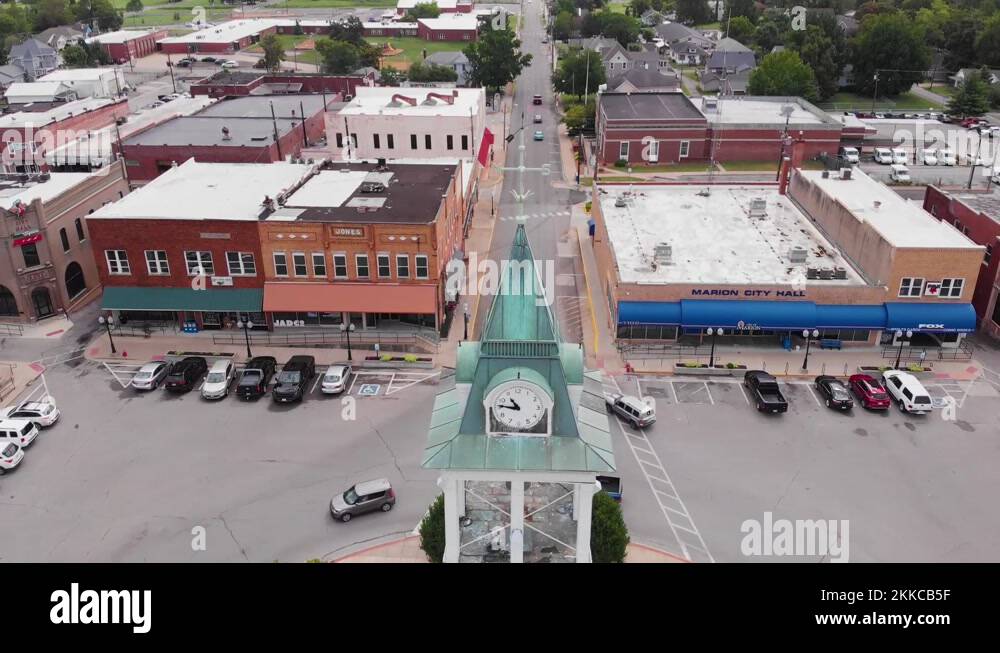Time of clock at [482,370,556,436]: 10:46
